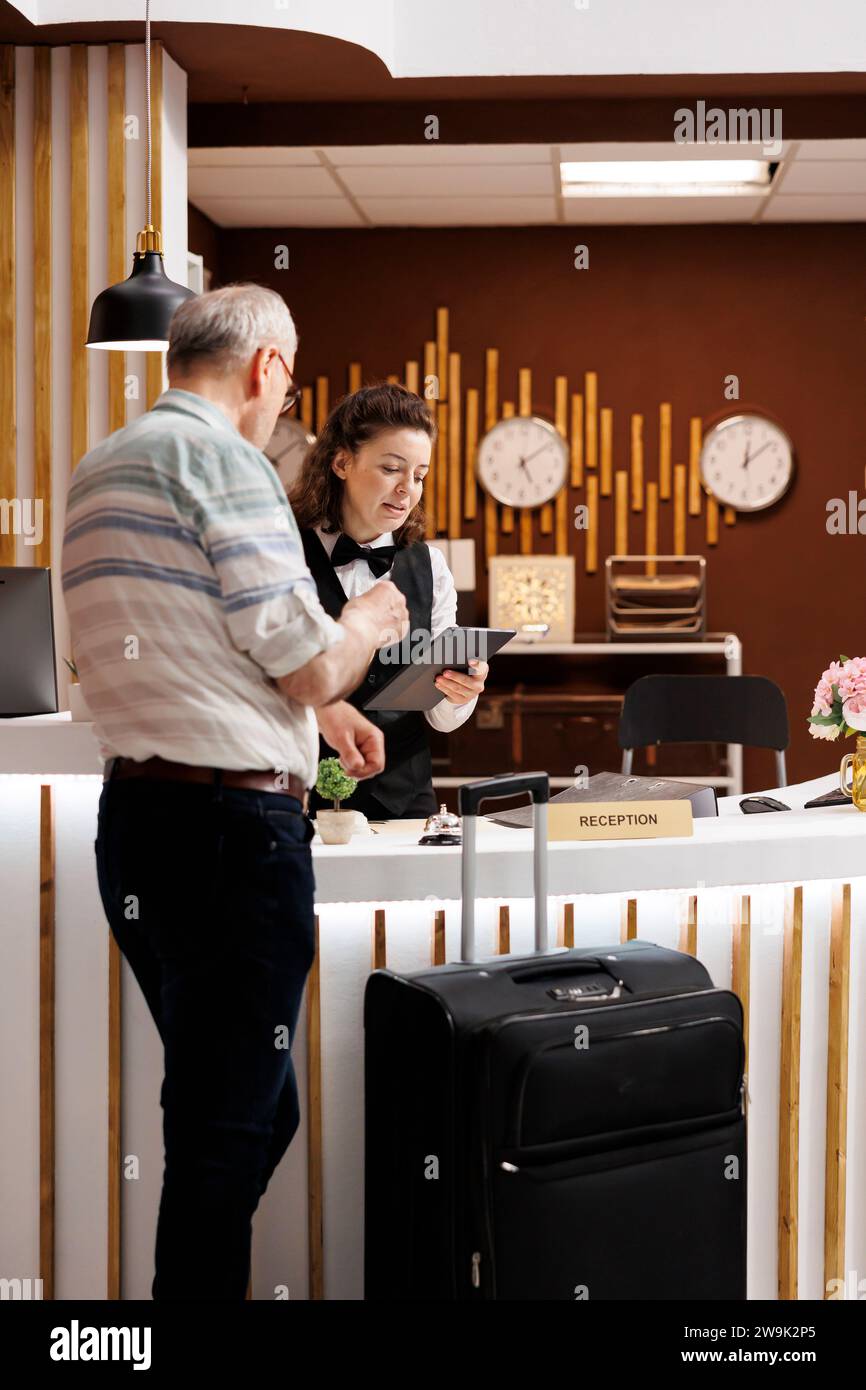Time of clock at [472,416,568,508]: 5:08
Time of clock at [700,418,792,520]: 12:07
